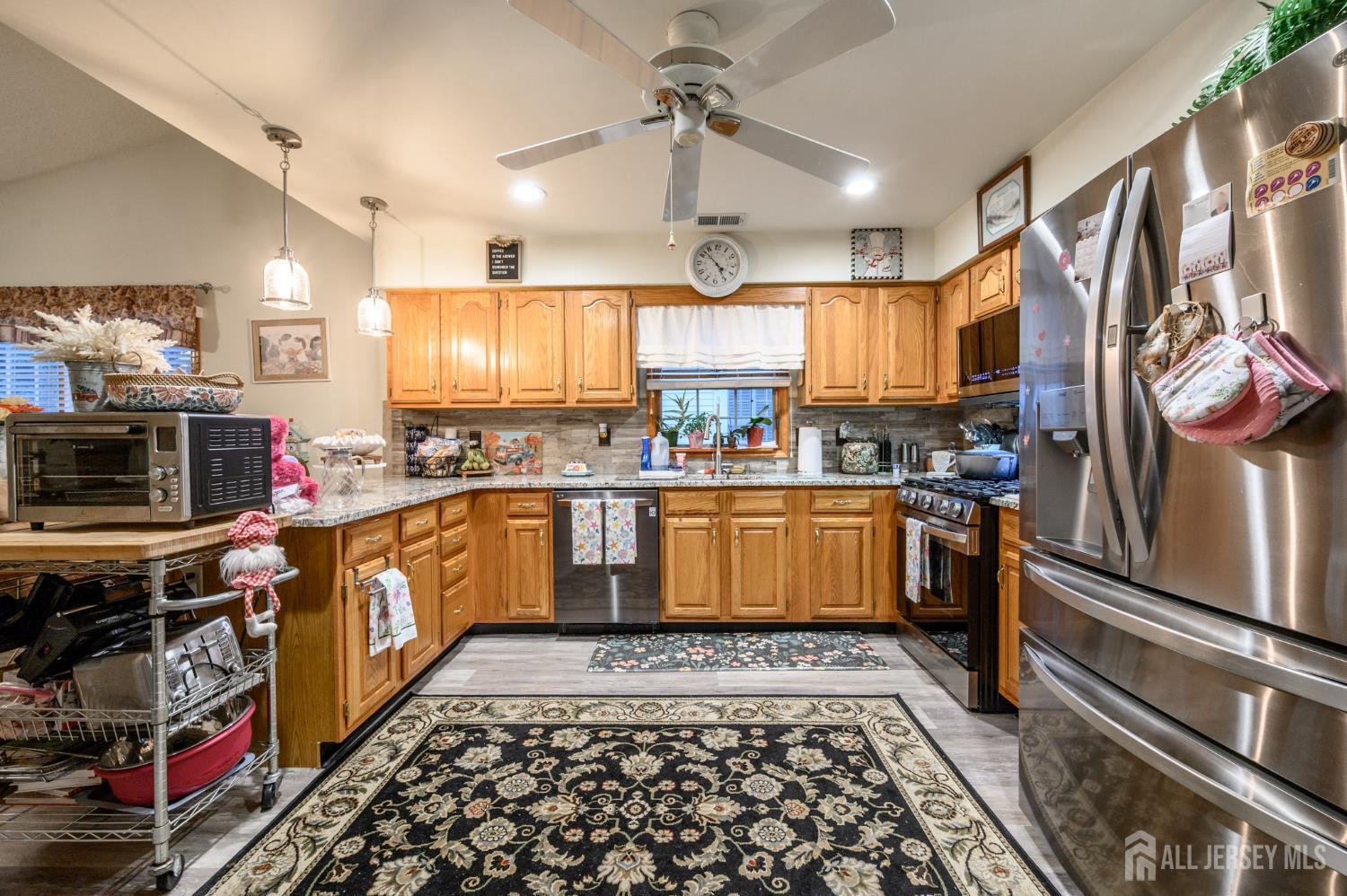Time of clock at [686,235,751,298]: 4:52
